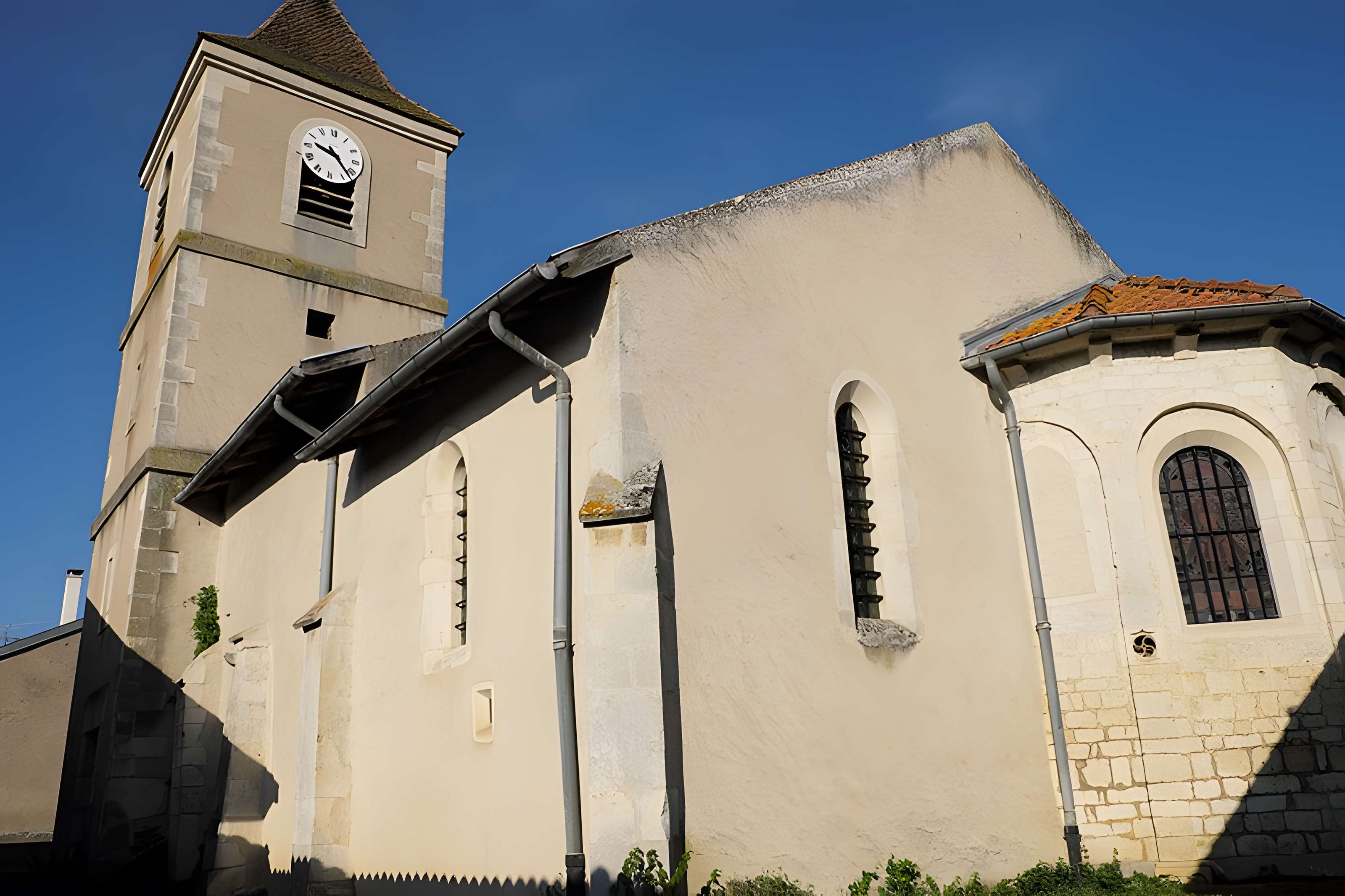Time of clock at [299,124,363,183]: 9:22
